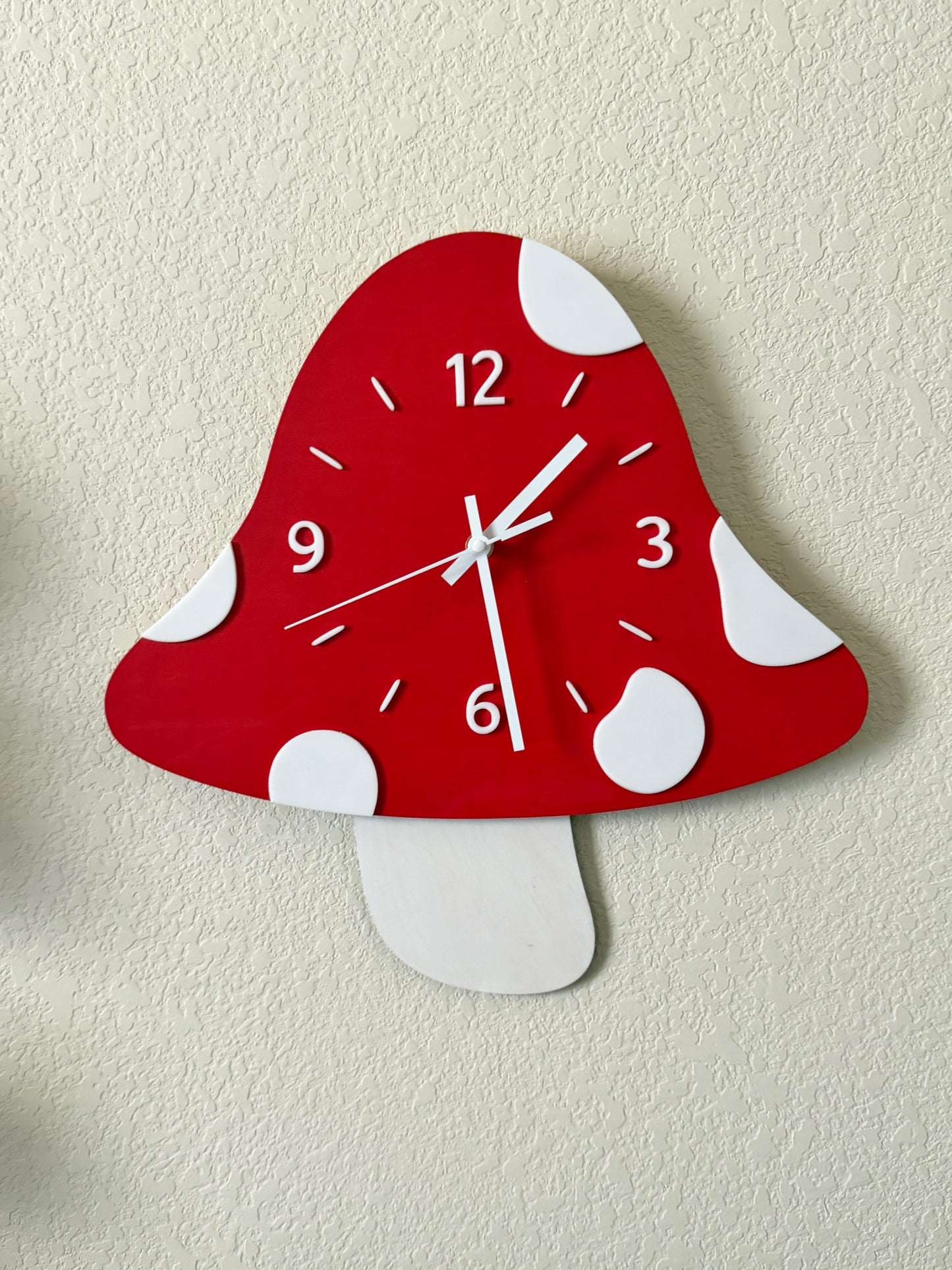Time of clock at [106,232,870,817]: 1:28
